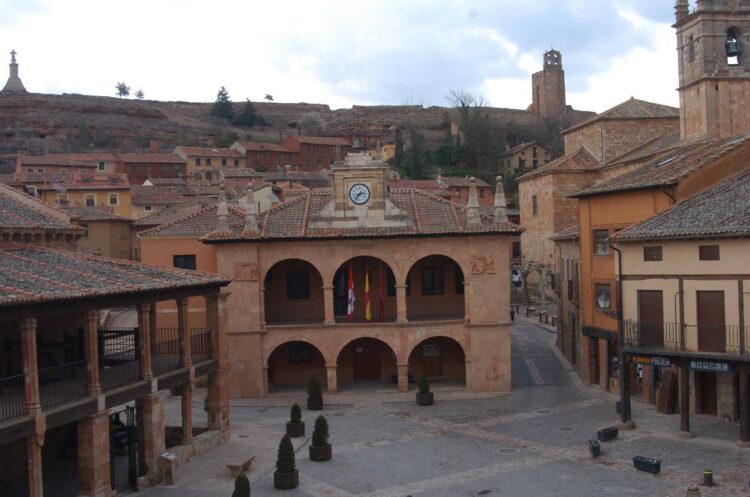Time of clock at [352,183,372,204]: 2:36
